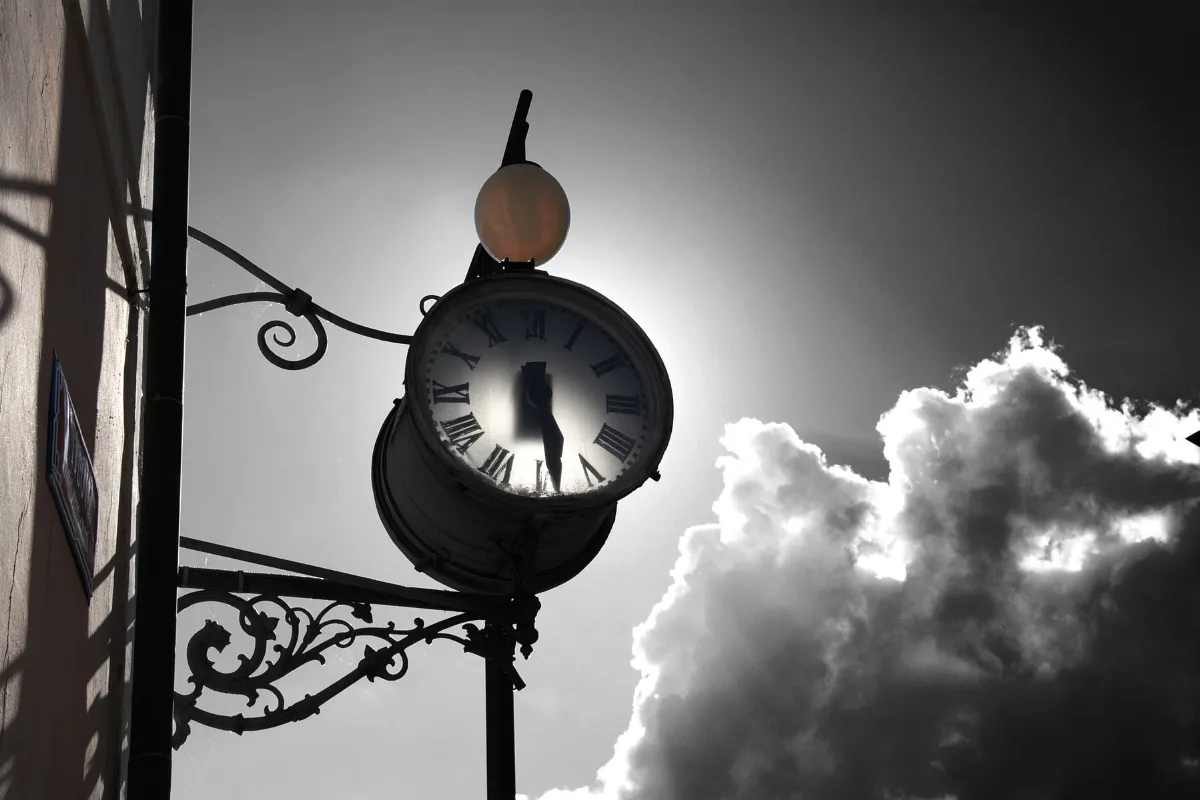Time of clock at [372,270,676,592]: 6:28
